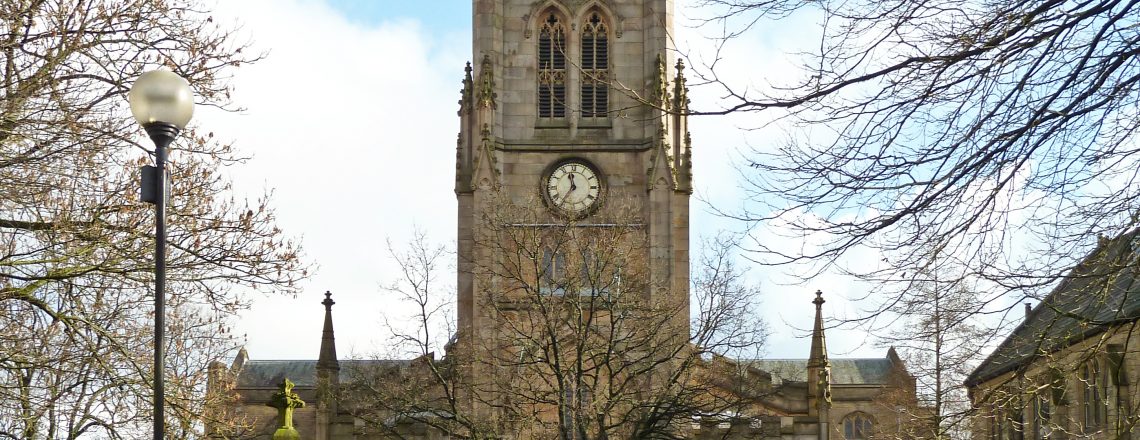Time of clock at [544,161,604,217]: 11:35
